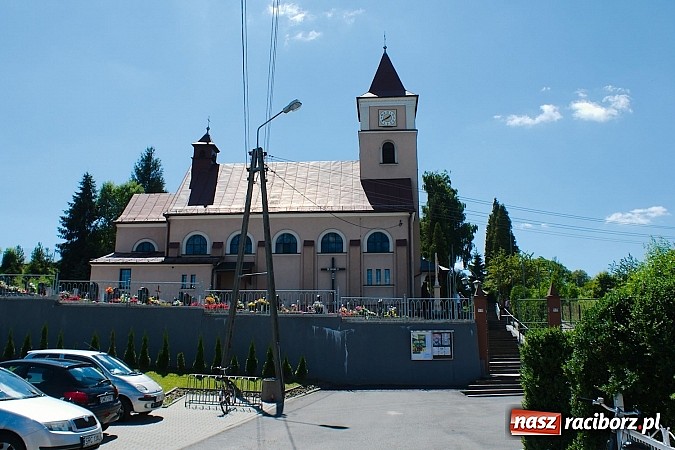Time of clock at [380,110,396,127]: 1:40
